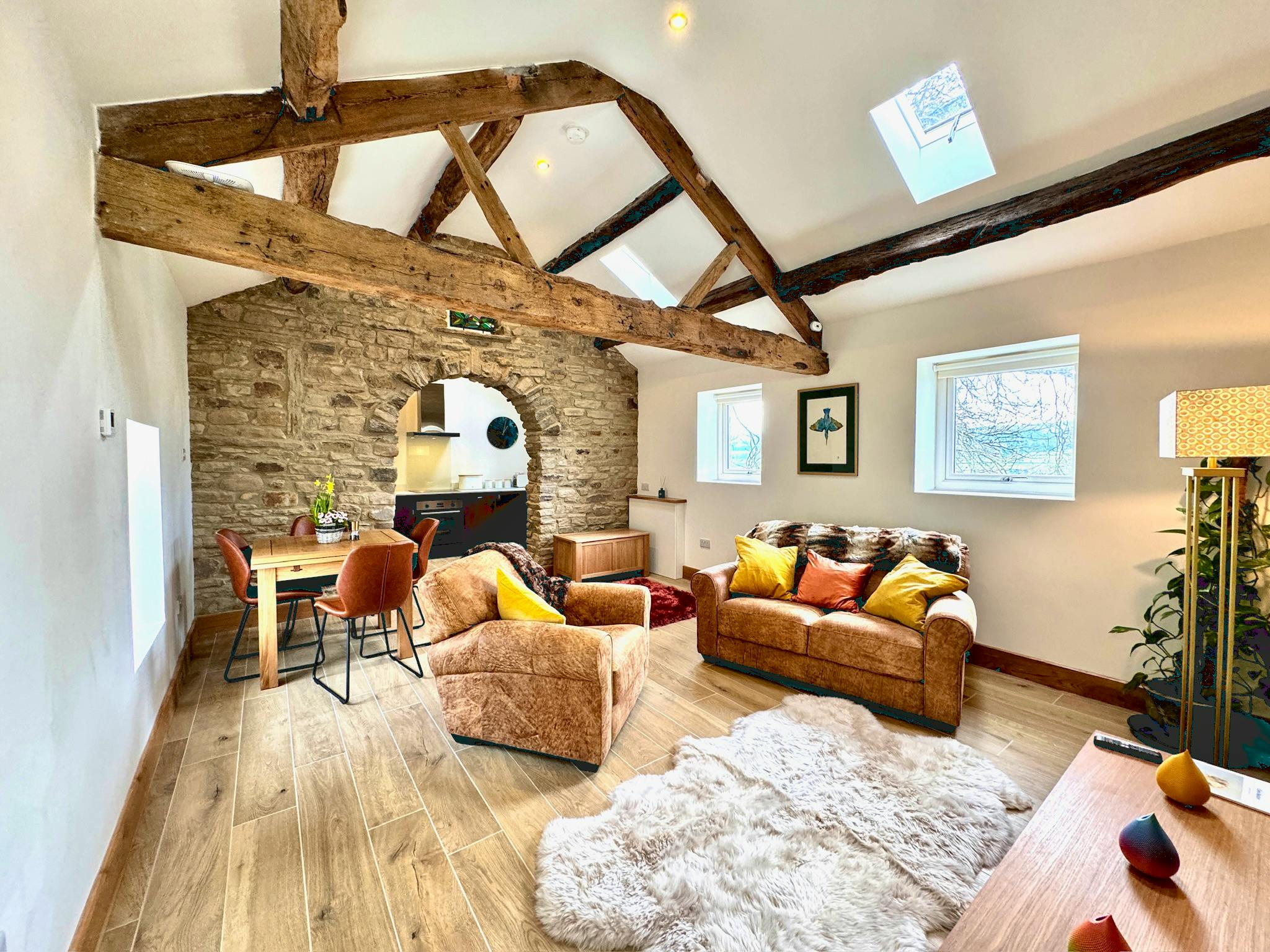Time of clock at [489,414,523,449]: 1:02
